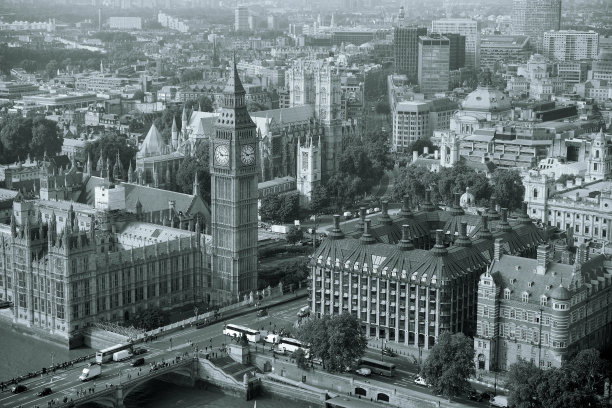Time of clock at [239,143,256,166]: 10:13
